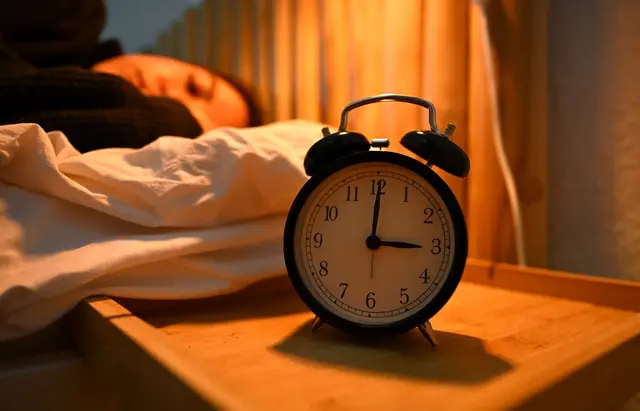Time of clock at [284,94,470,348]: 3:00
